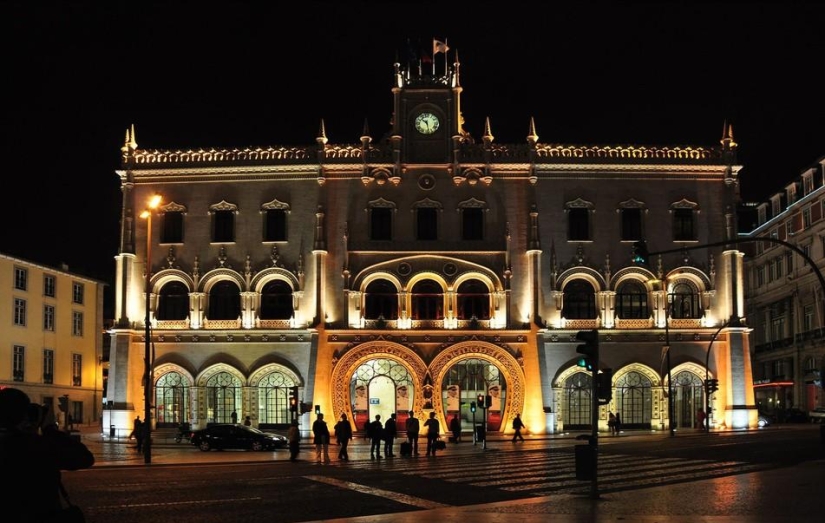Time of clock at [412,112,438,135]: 10:28
